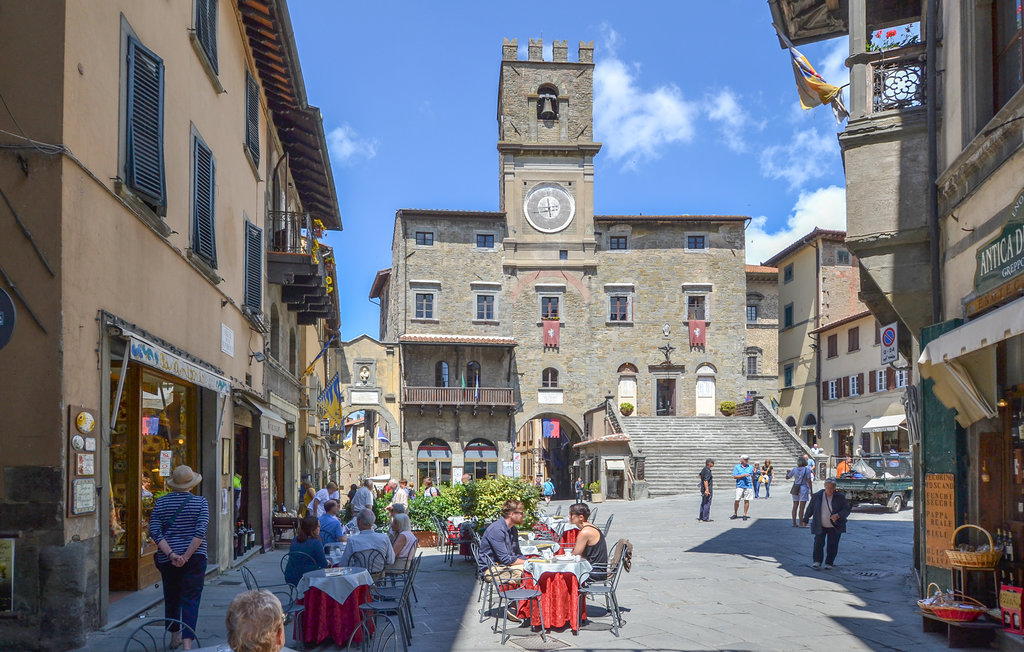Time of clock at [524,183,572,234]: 5:42
